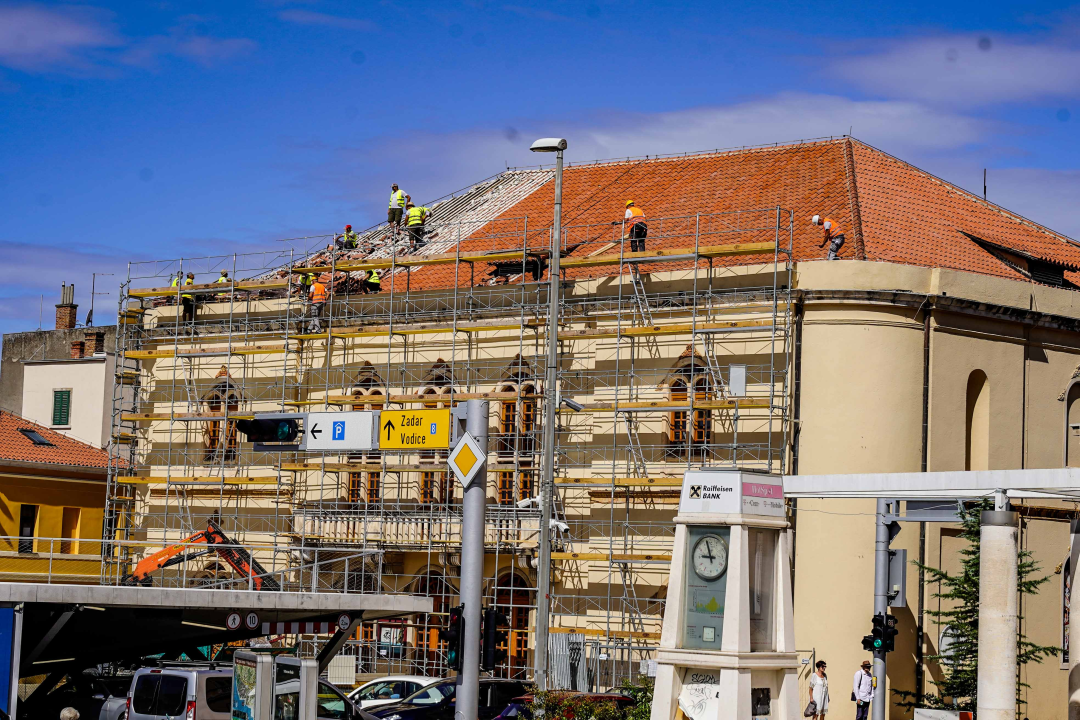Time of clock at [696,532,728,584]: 8:57
